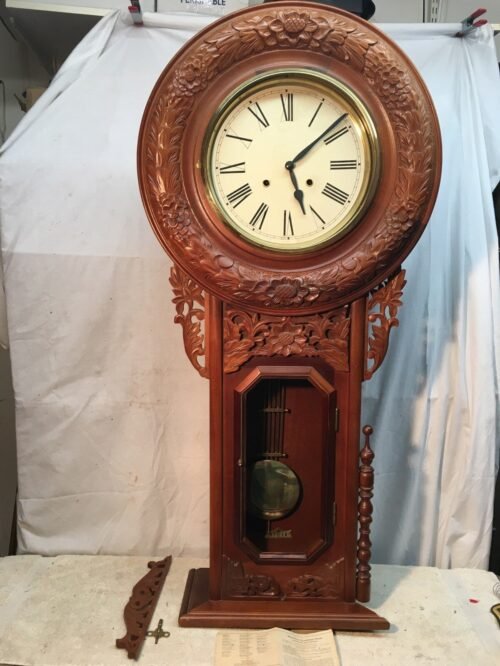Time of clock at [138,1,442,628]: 5:08
